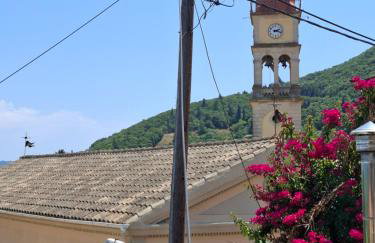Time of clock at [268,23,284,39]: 2:18
